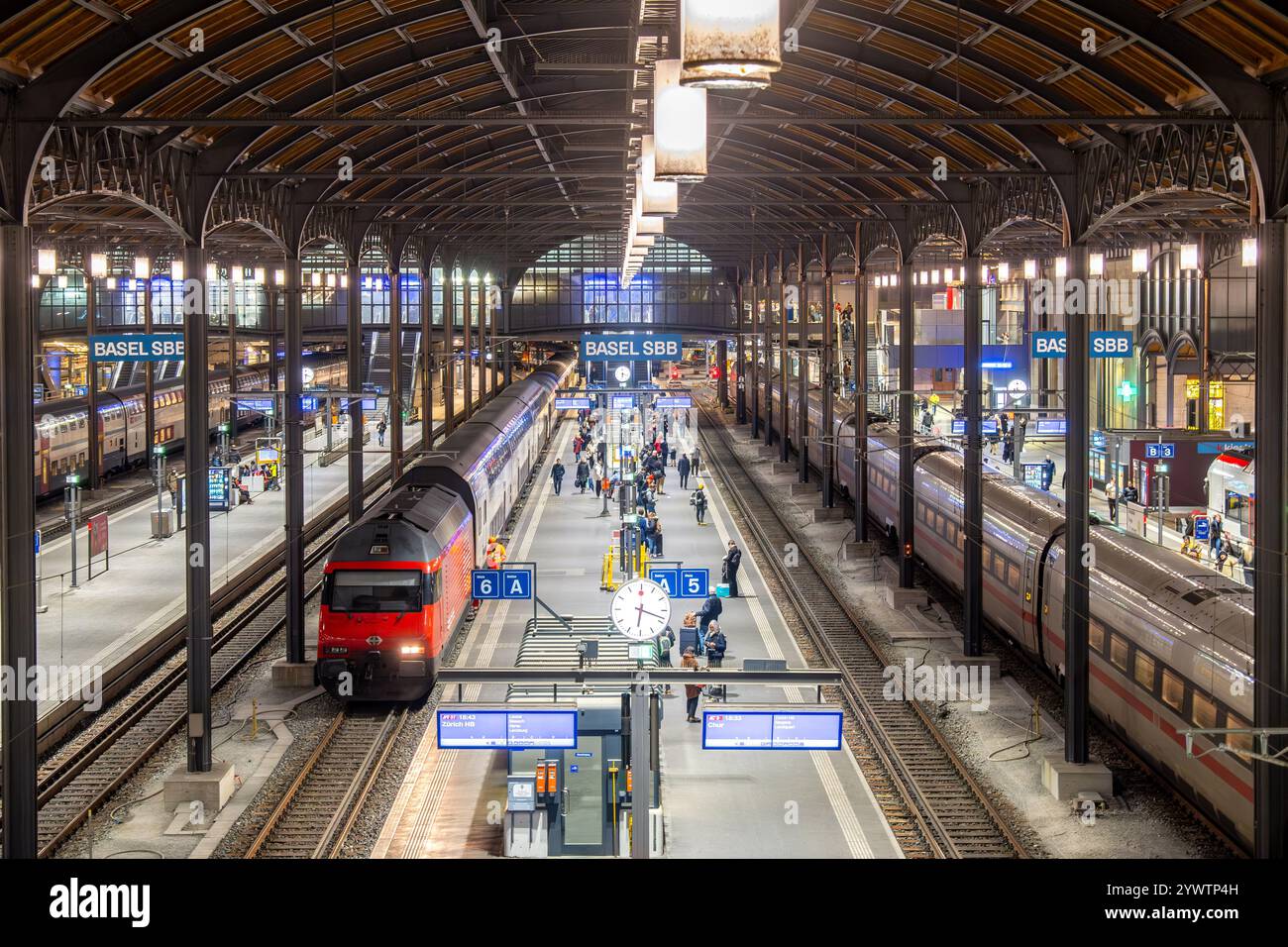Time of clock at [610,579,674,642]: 6:18
